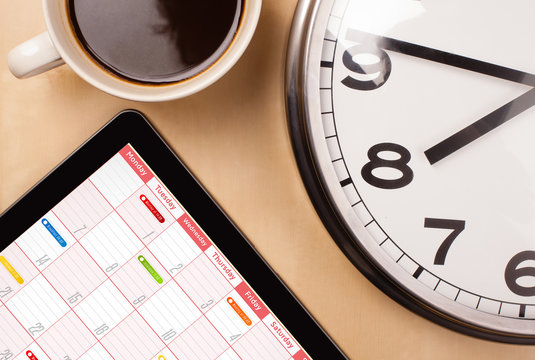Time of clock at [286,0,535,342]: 7:46
